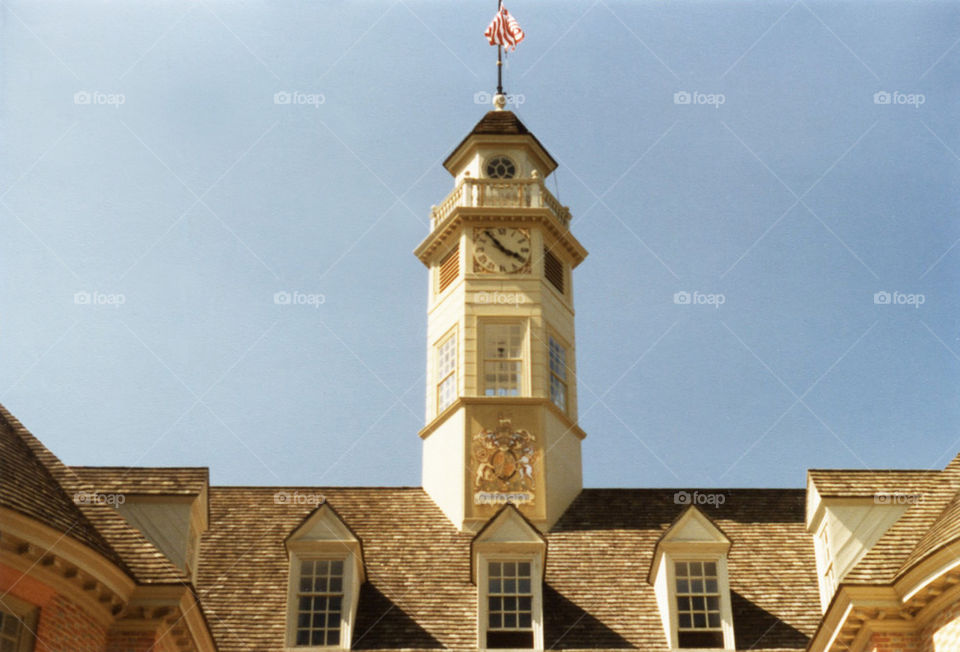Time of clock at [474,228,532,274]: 3:53
